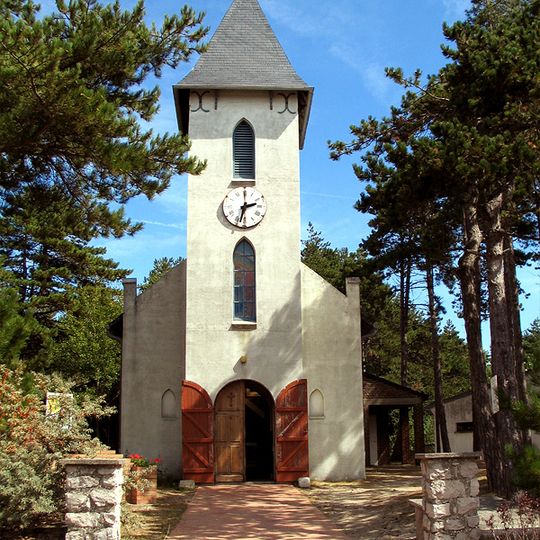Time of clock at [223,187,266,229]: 2:32
